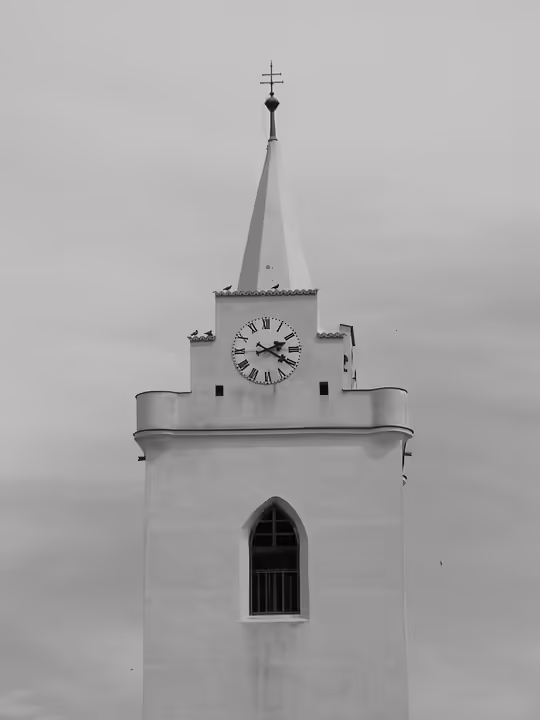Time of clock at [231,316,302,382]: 2:20
